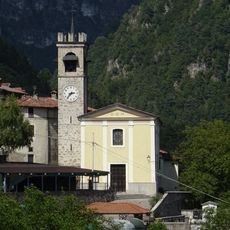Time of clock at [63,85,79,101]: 2:36
